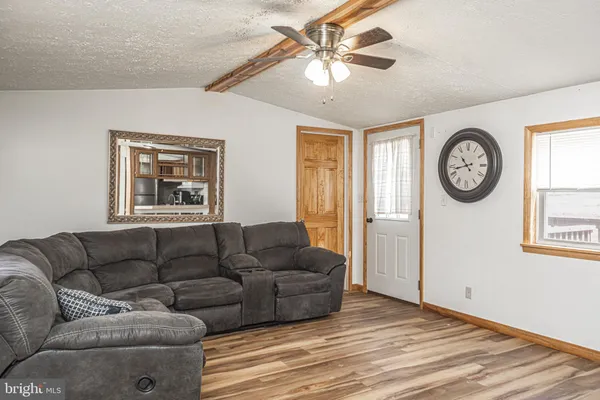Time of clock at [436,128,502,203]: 10:42
